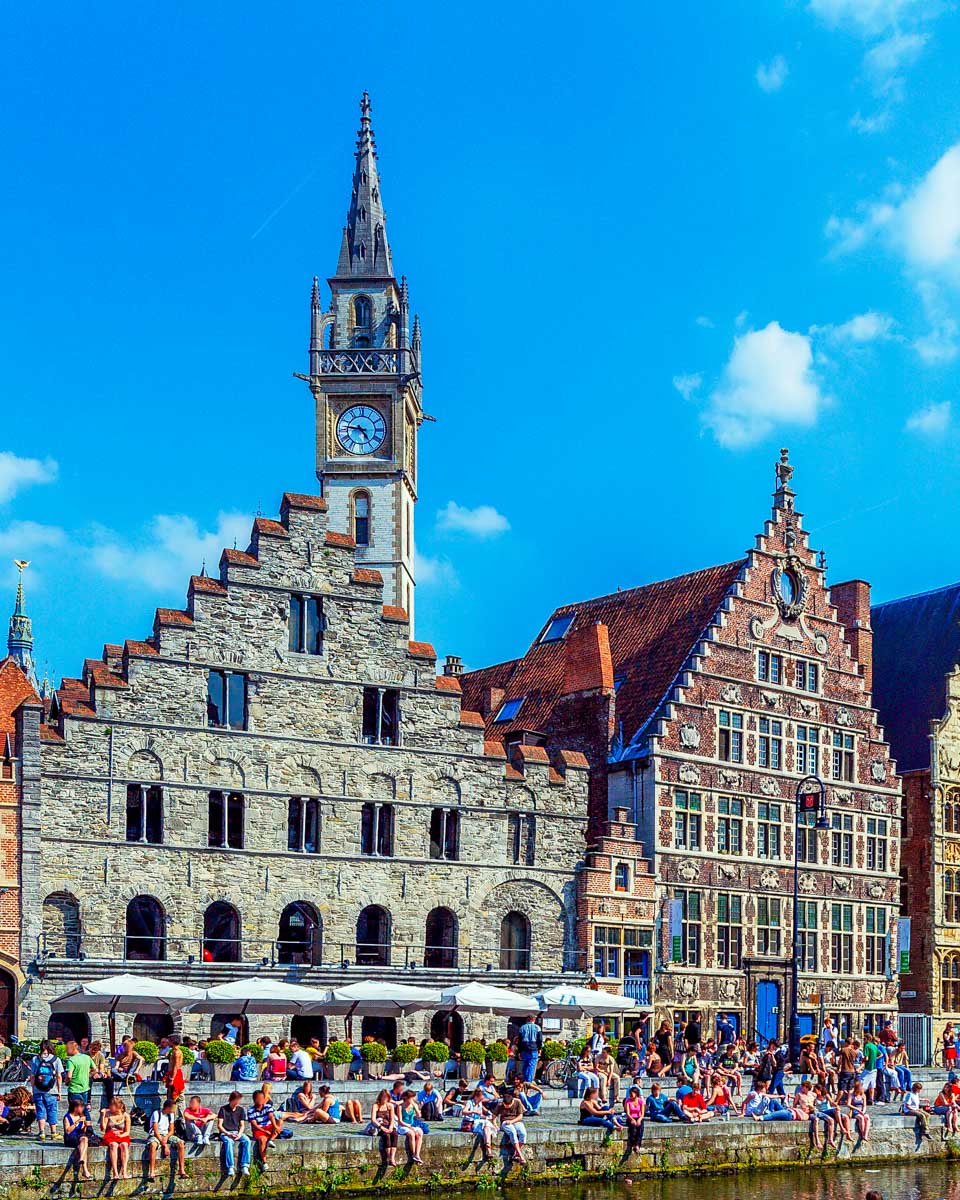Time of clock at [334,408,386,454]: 4:46
